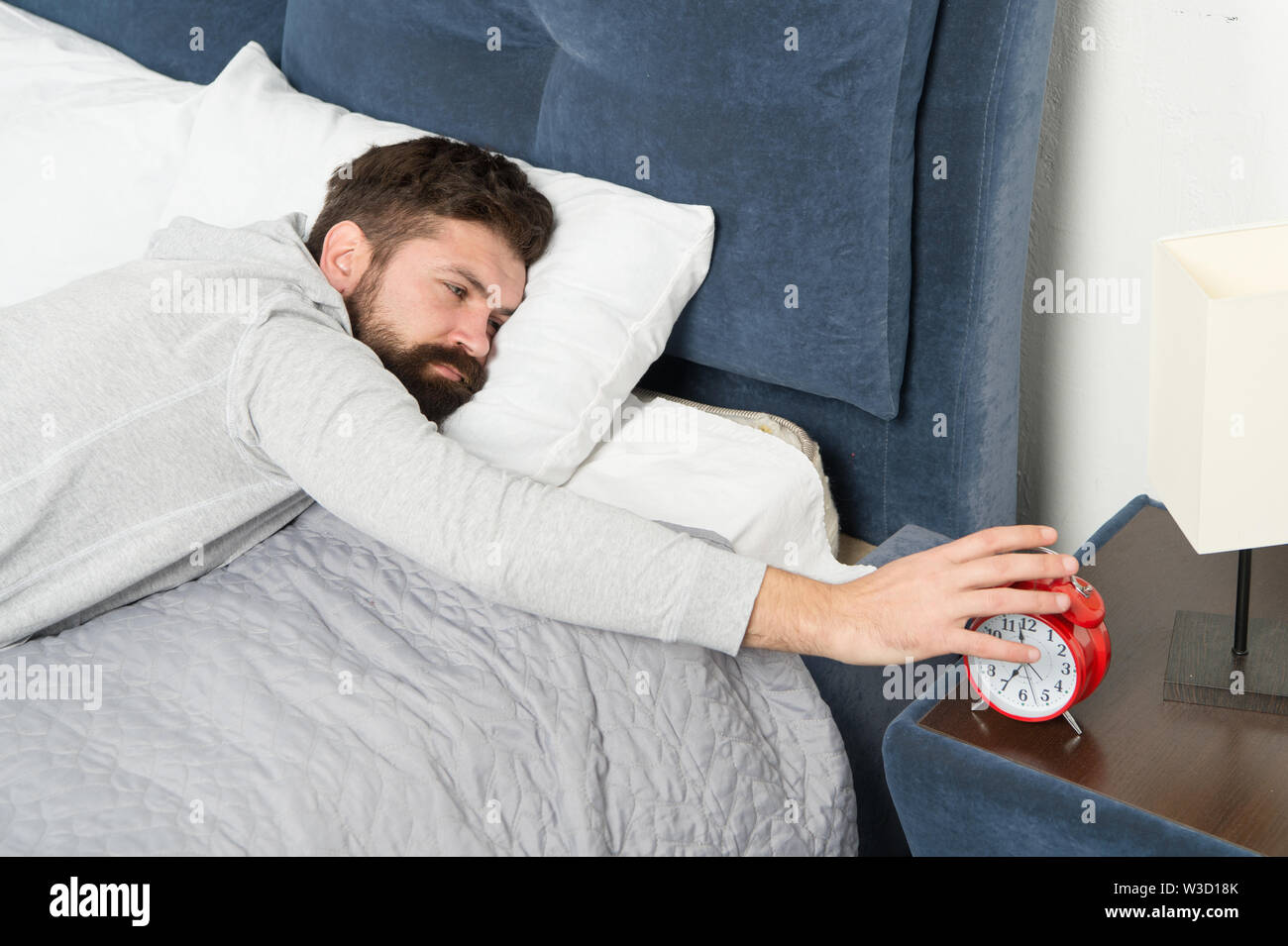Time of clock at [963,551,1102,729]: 6:58
